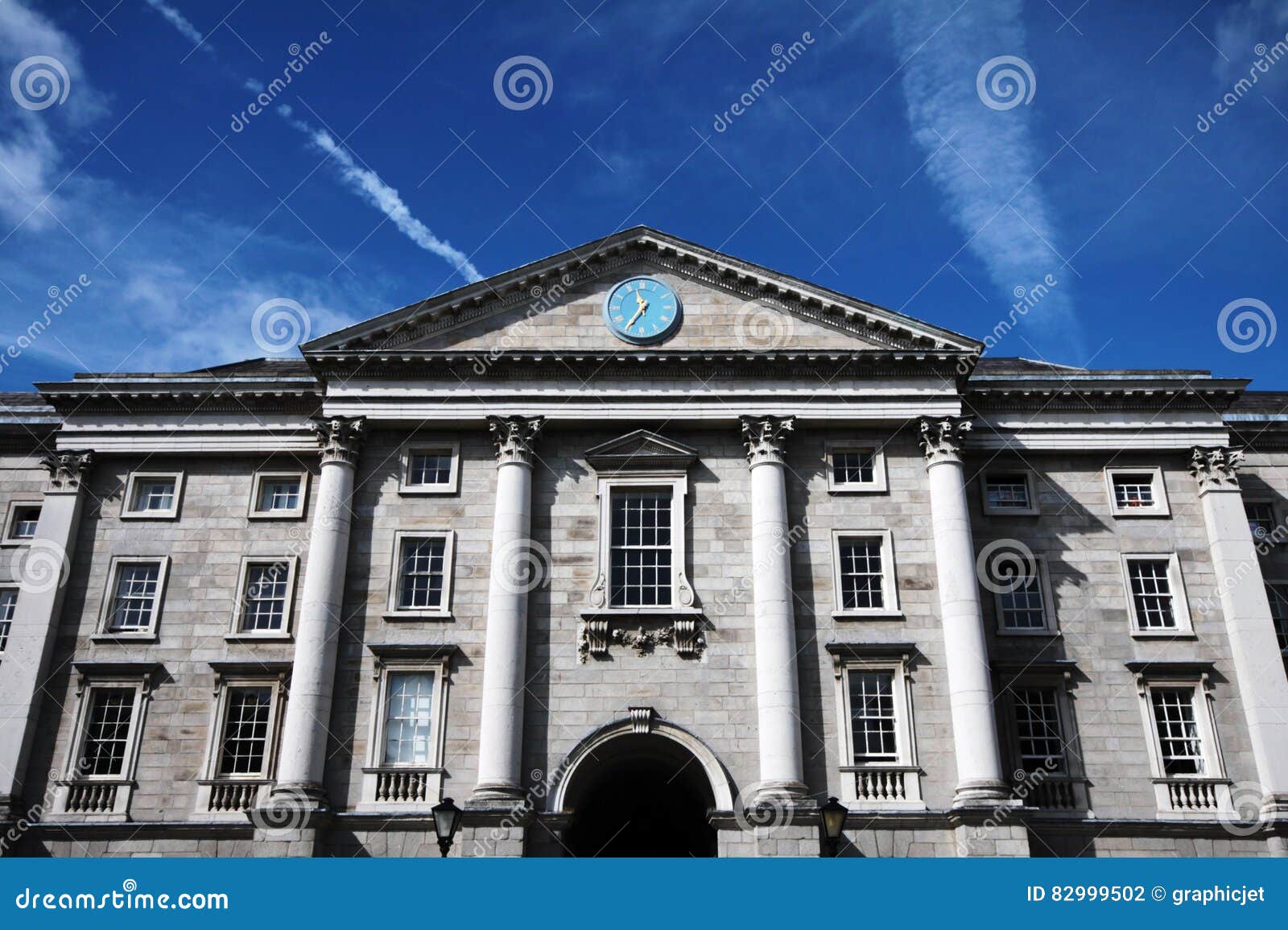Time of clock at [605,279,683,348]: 11:35
